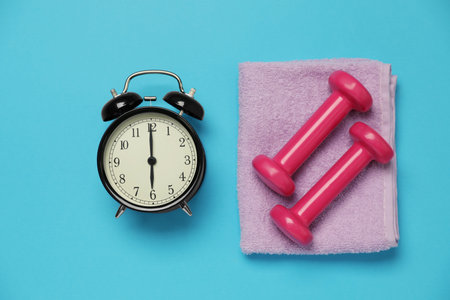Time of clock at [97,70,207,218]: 6:00
